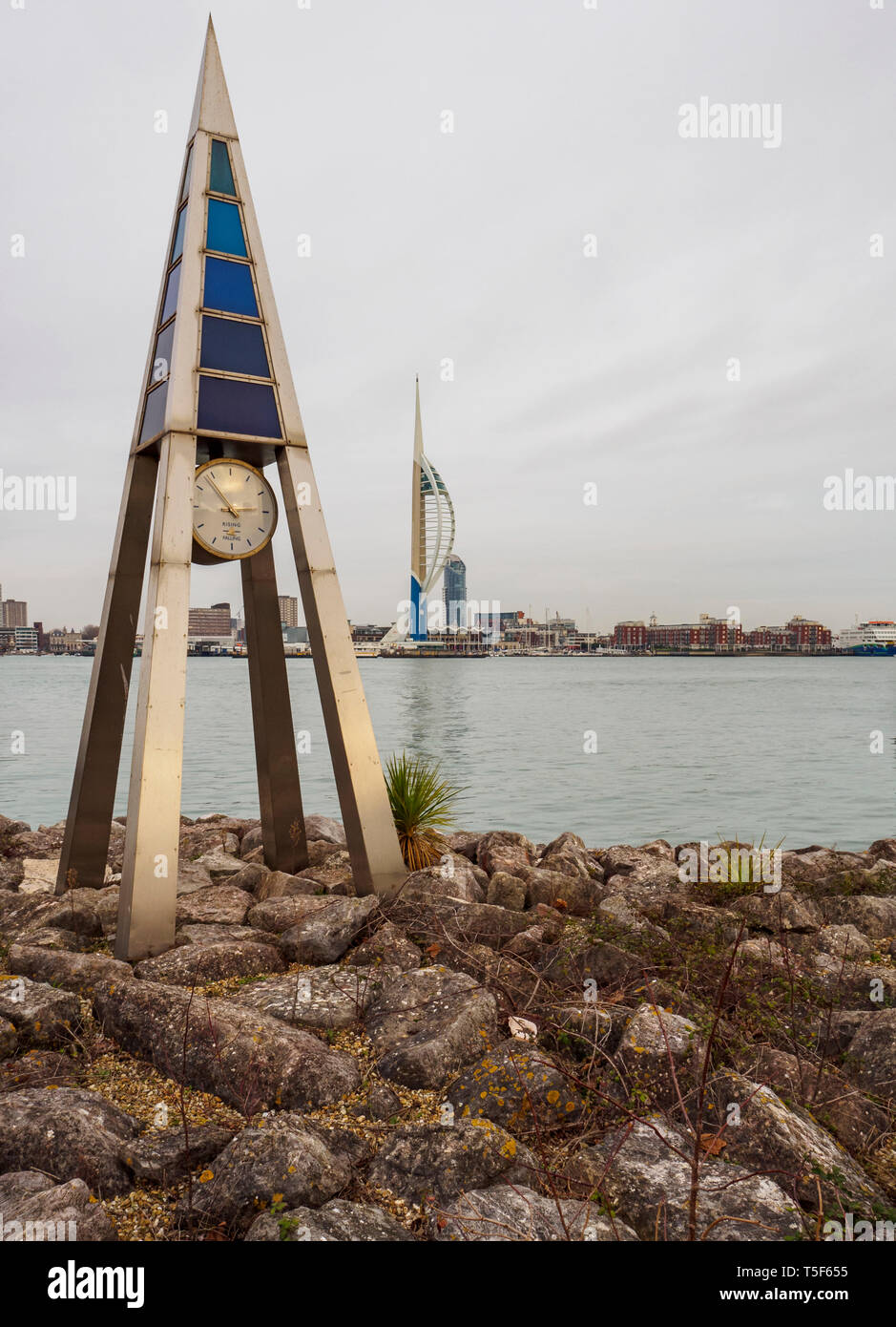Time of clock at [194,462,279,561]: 2:53
